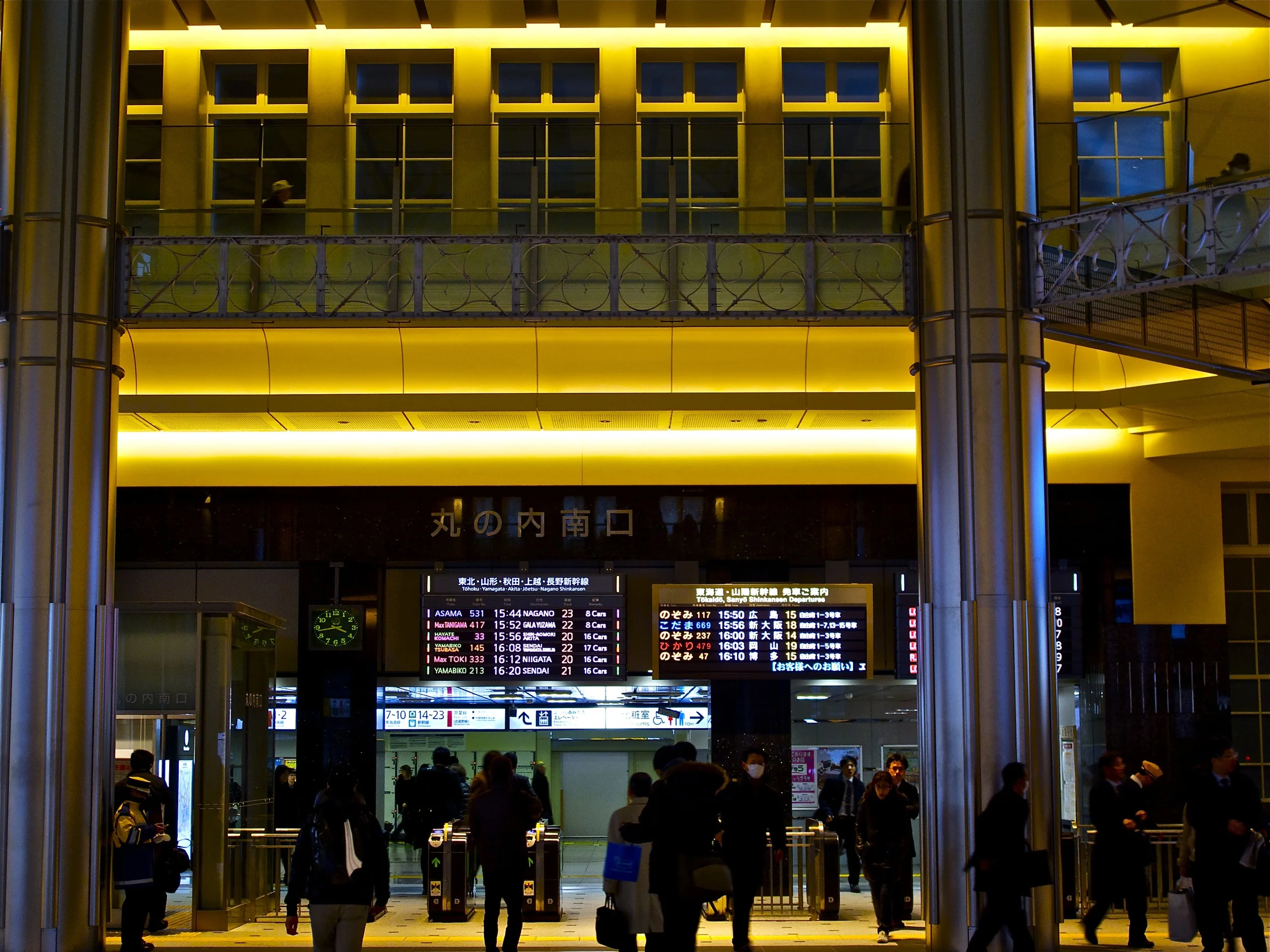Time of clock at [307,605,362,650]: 3:43
